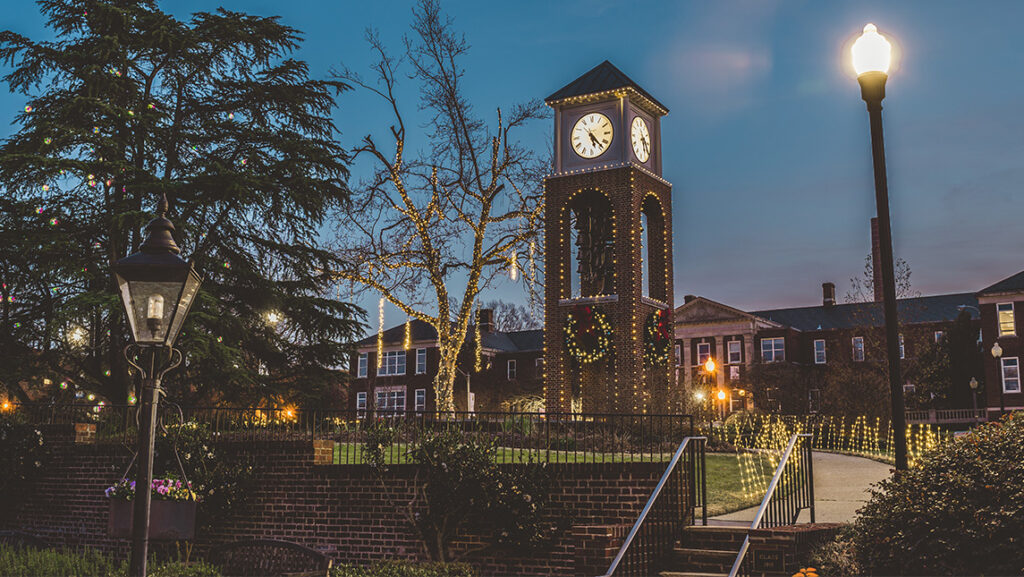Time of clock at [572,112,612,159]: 5:23
